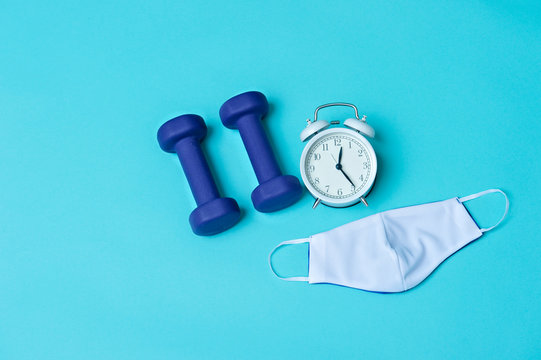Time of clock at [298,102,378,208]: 12:23
